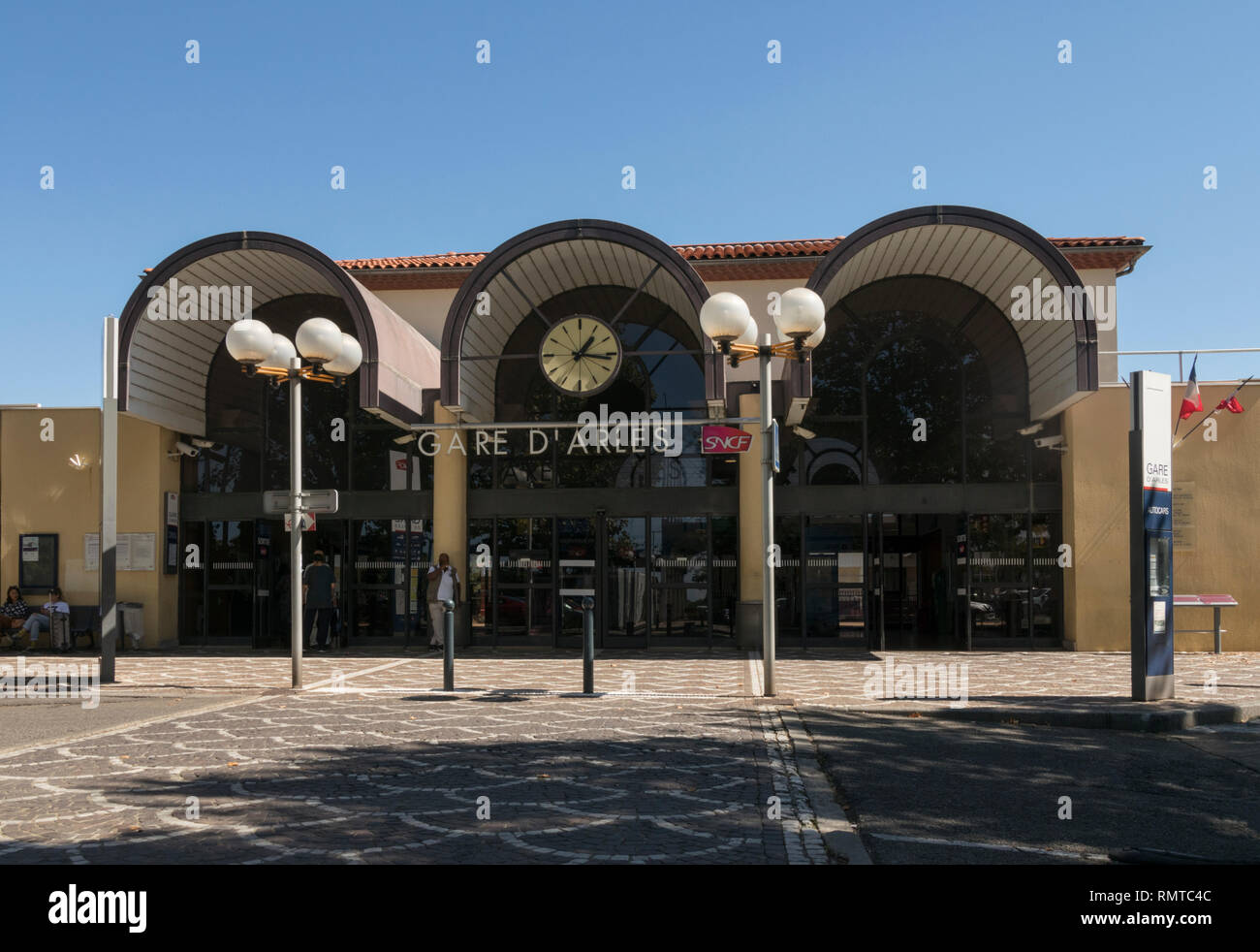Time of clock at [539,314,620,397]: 1:16
